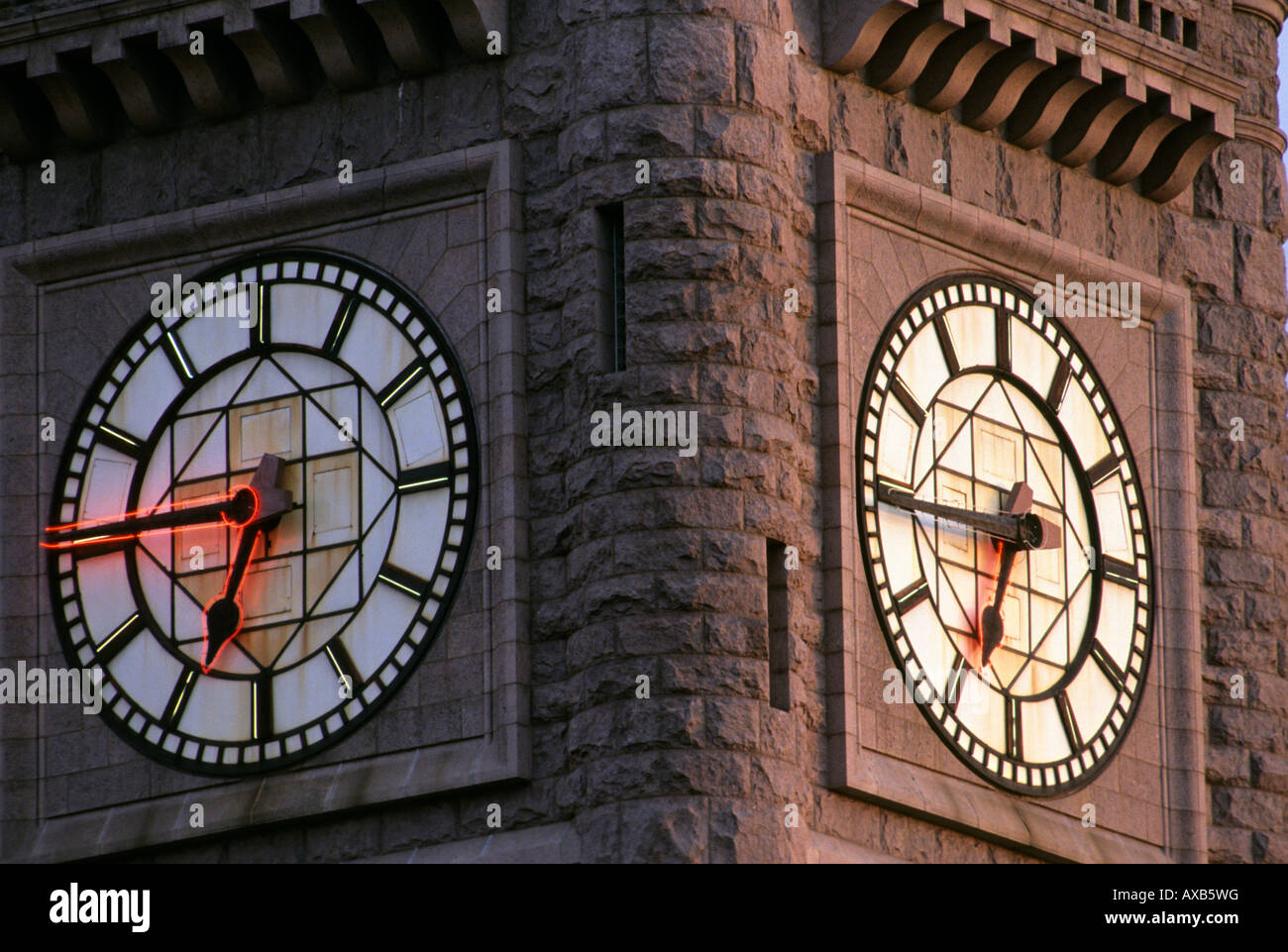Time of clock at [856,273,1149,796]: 6:44
